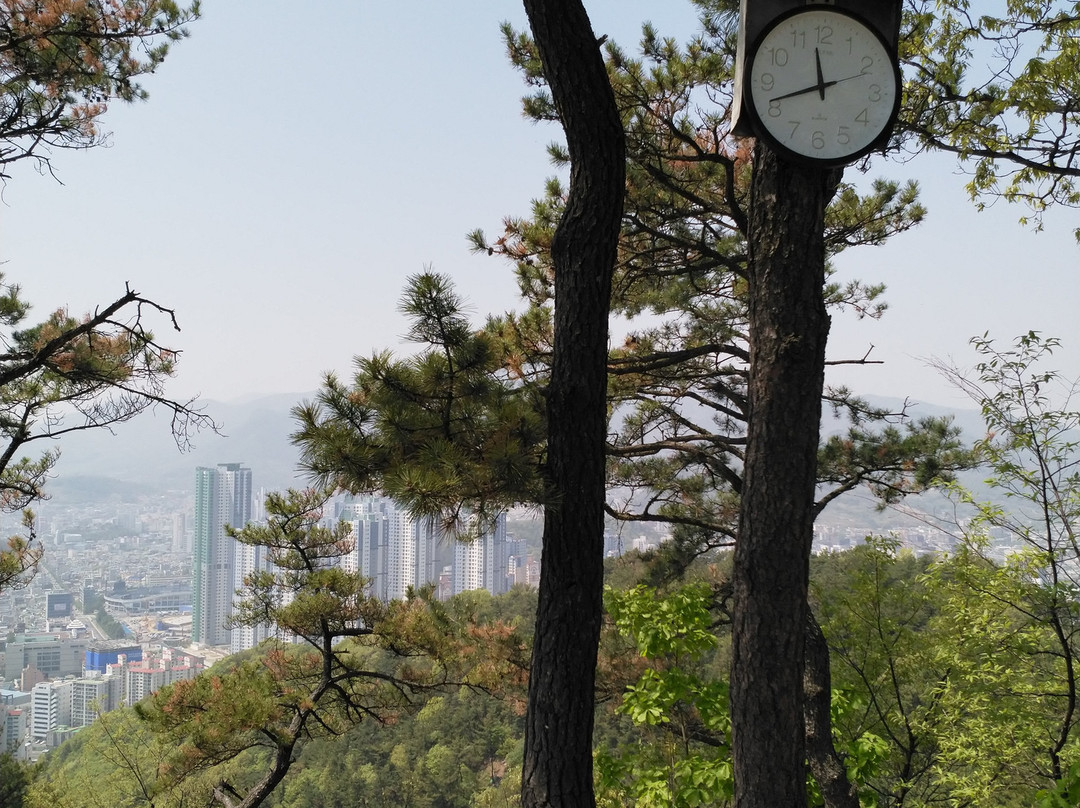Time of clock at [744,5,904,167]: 11:41
